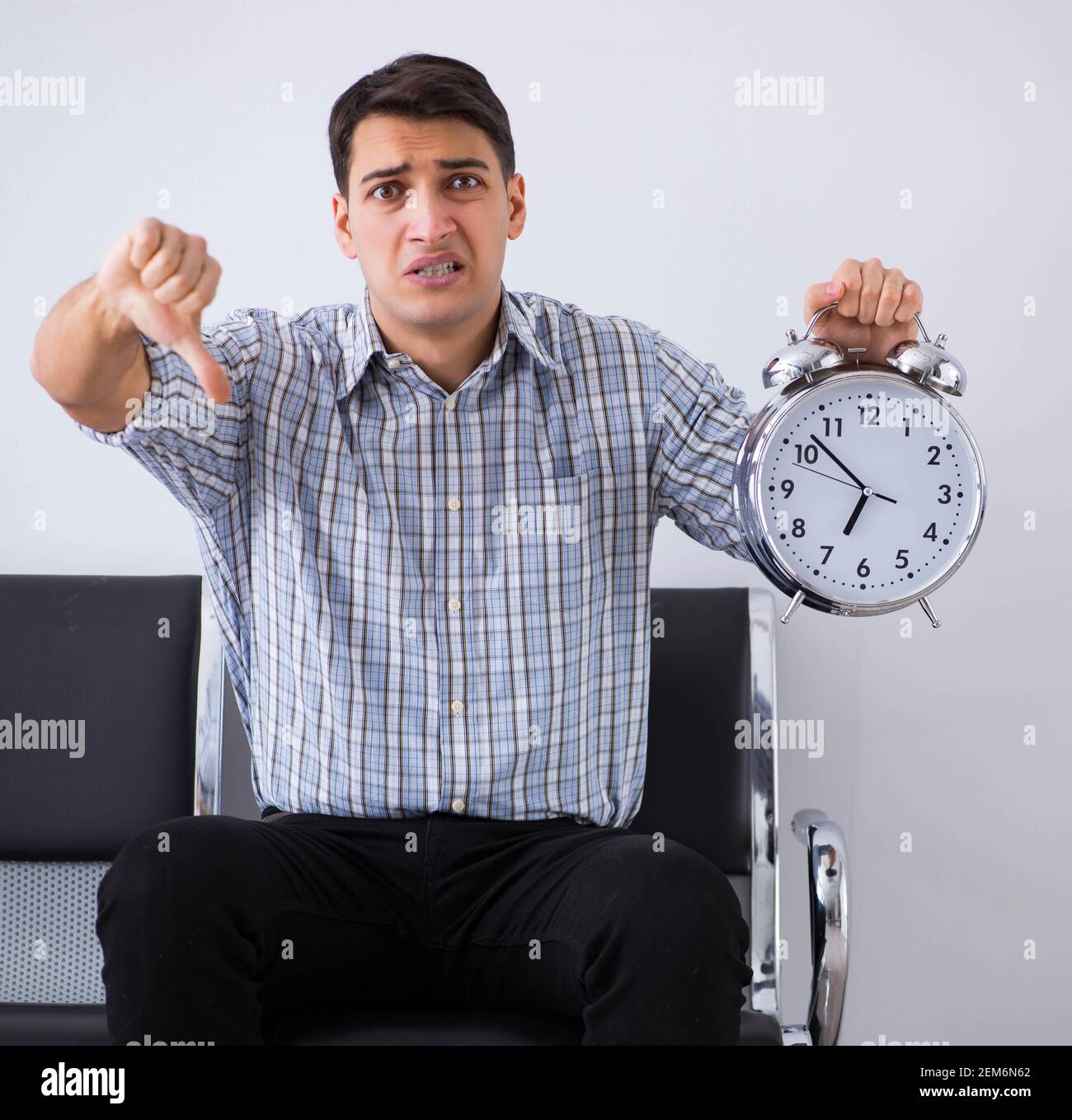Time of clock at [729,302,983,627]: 6:52
